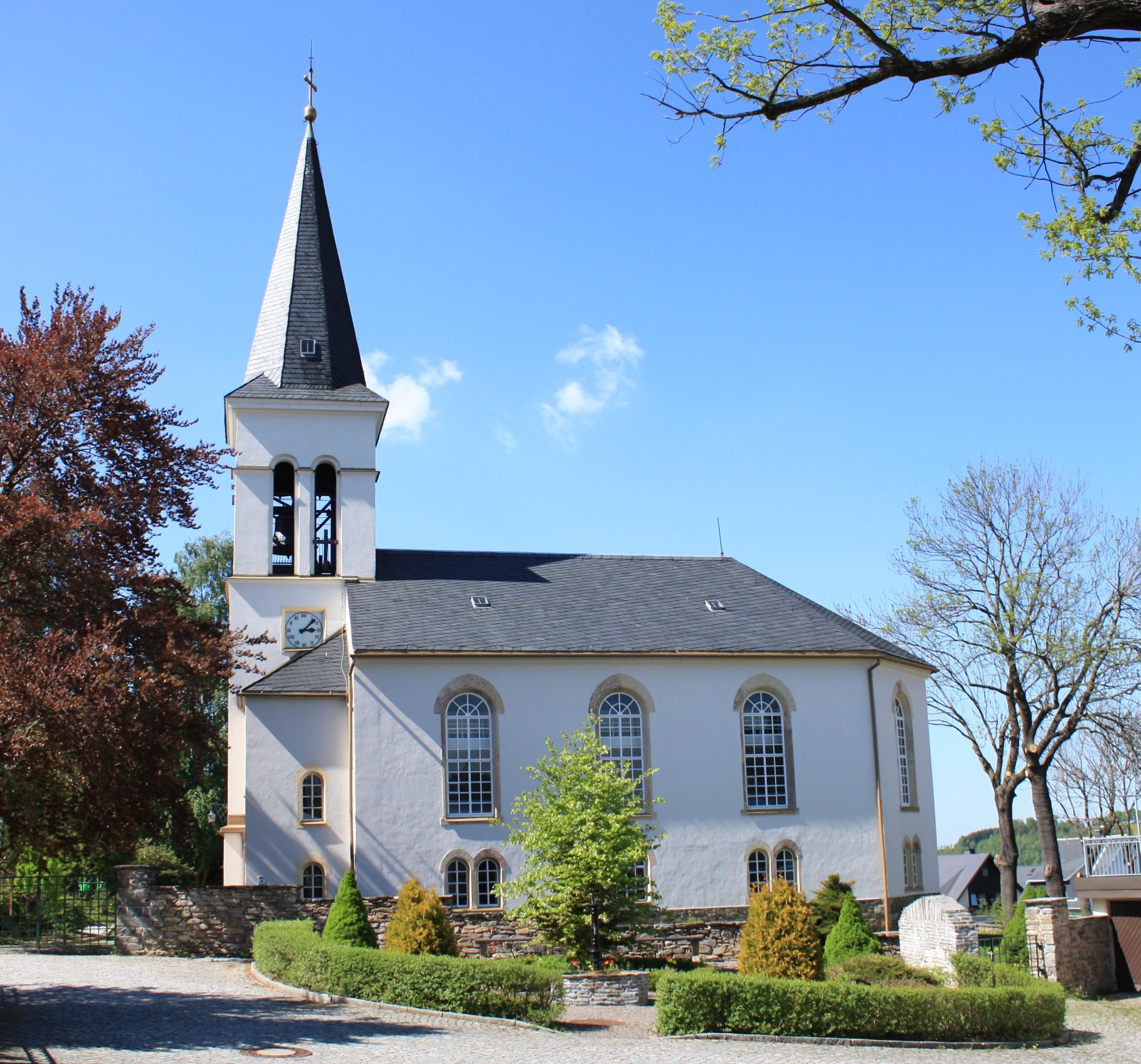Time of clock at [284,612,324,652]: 3:07
